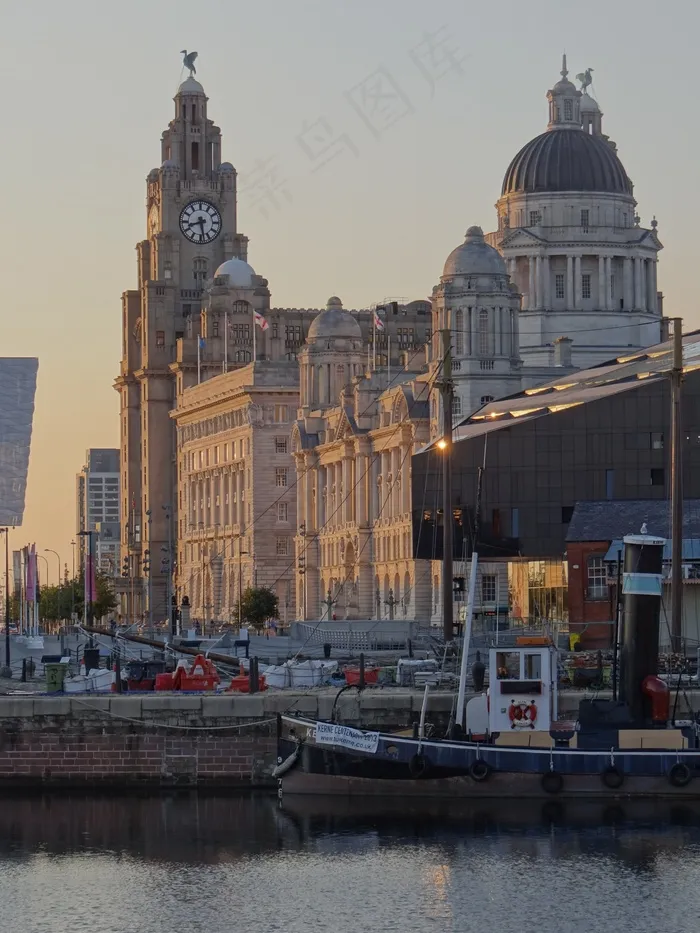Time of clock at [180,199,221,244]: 8:28
